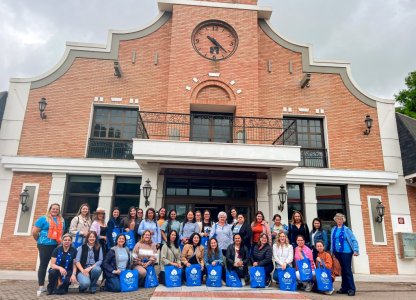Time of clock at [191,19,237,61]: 6:22
